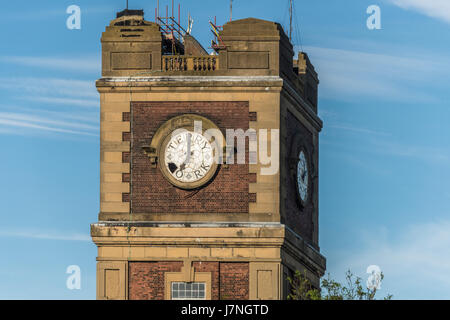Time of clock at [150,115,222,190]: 7:00
